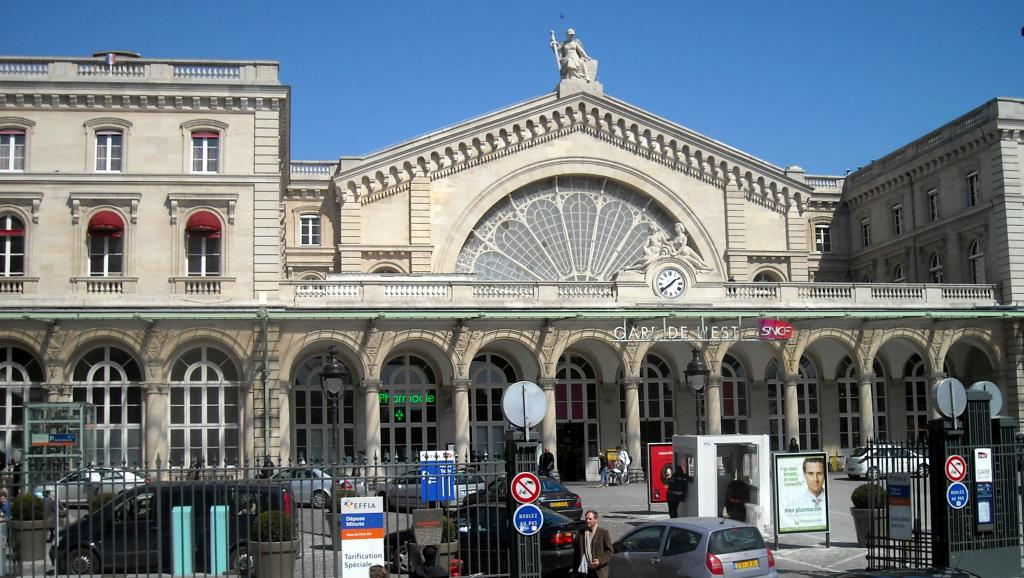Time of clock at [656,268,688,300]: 1:38
